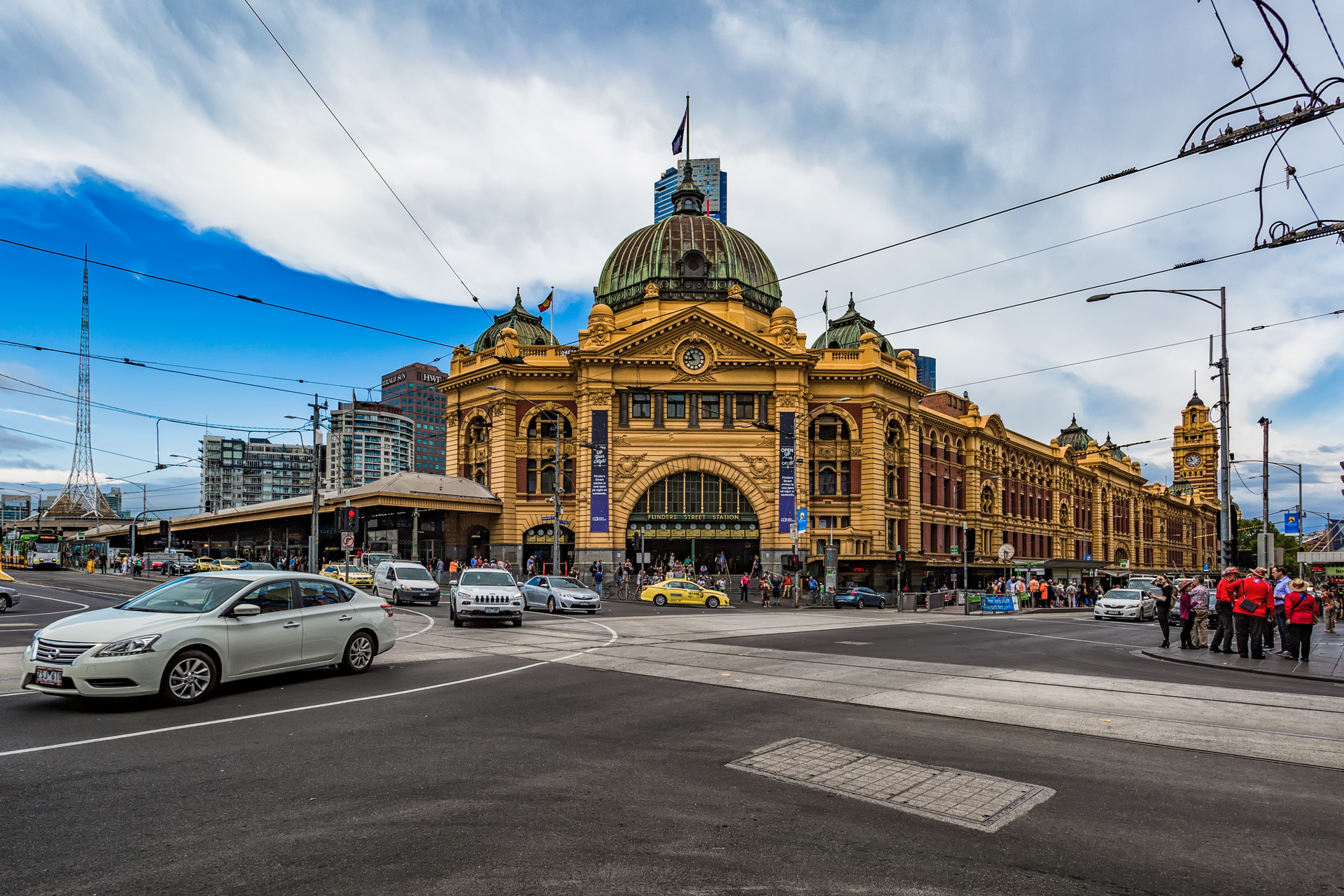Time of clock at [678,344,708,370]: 10:43
